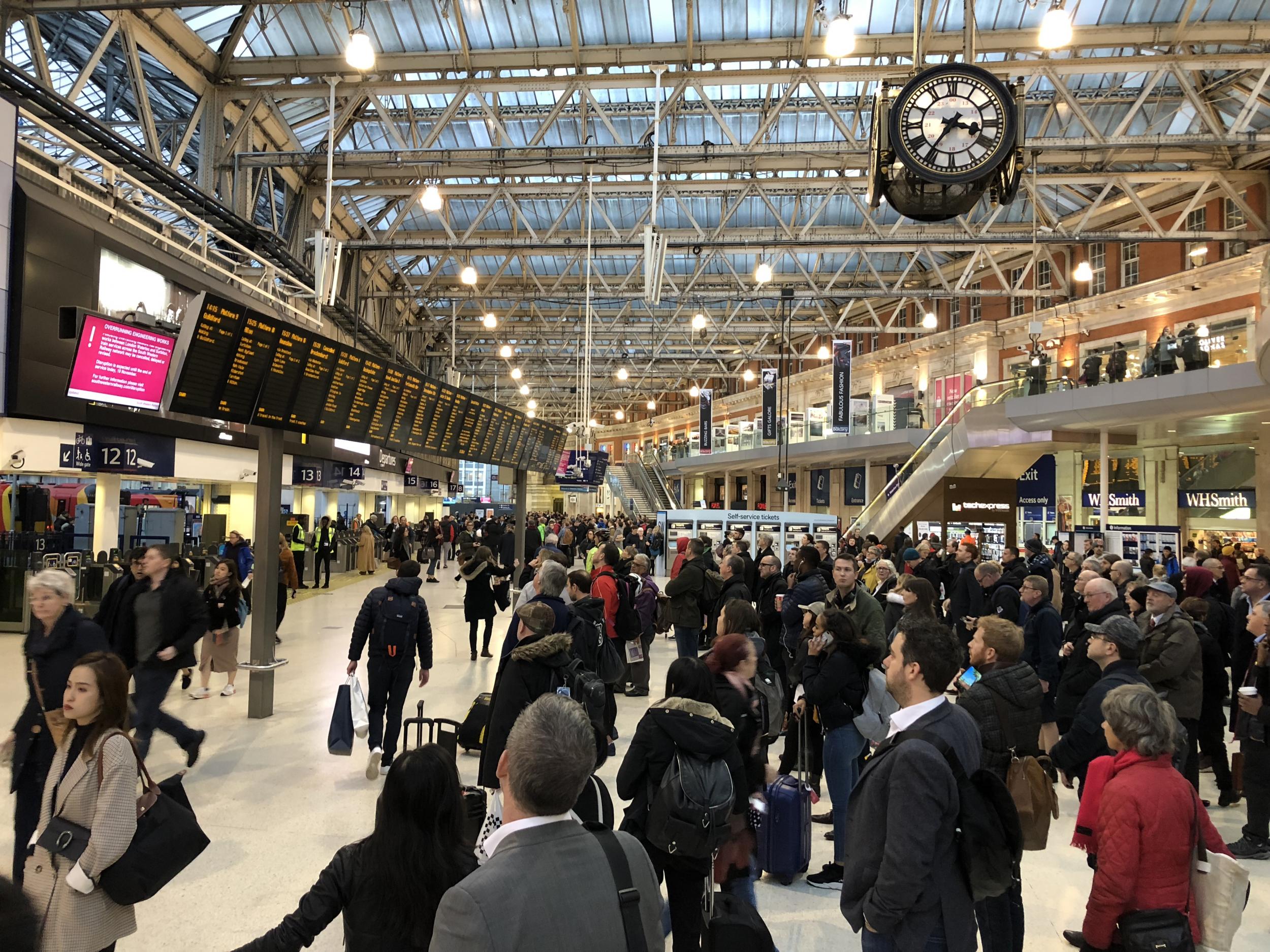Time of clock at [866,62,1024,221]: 3:36
